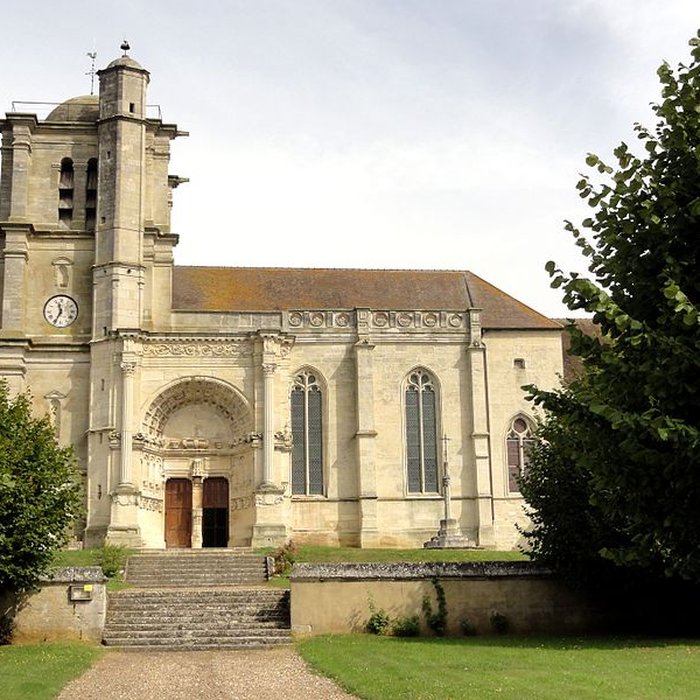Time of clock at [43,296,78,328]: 11:34
